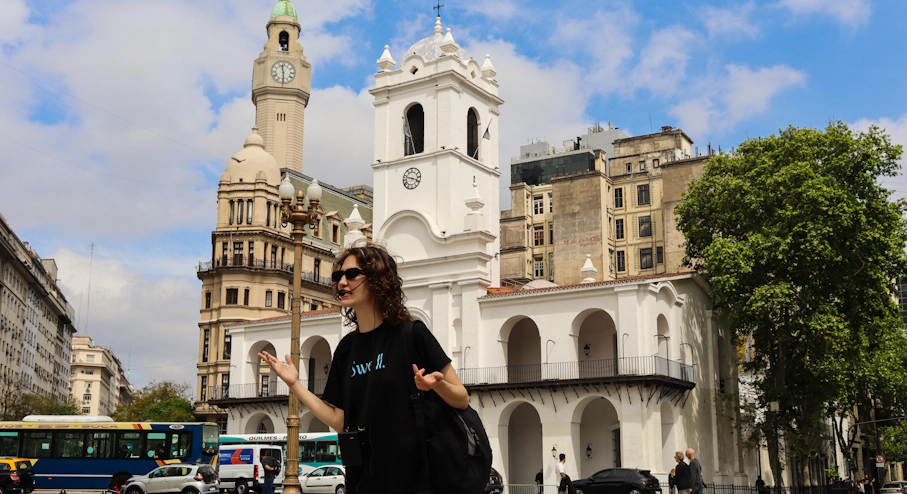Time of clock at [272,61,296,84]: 11:29
